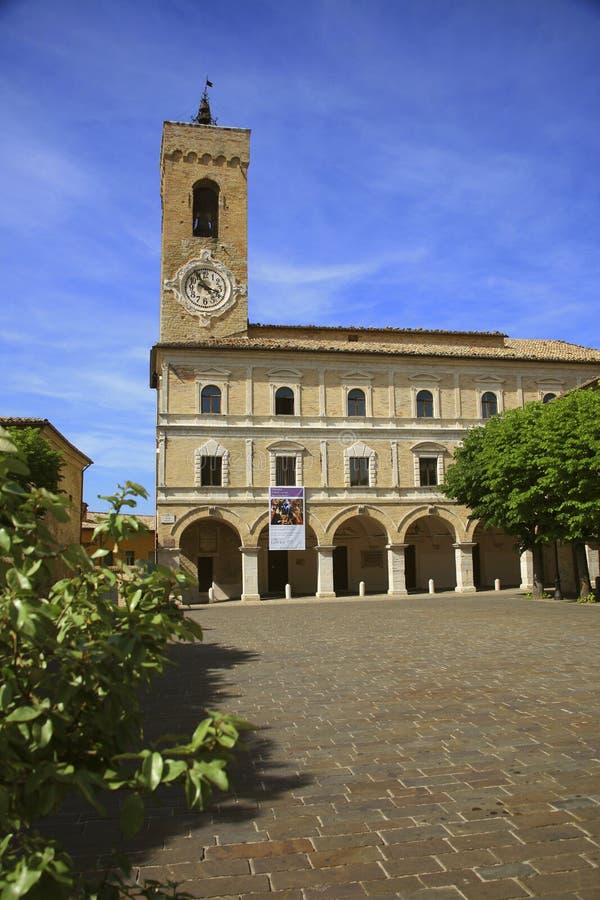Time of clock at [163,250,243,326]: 3:54
